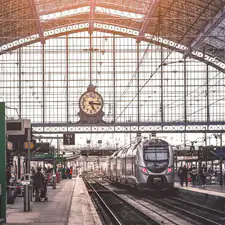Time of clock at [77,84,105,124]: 5:15
